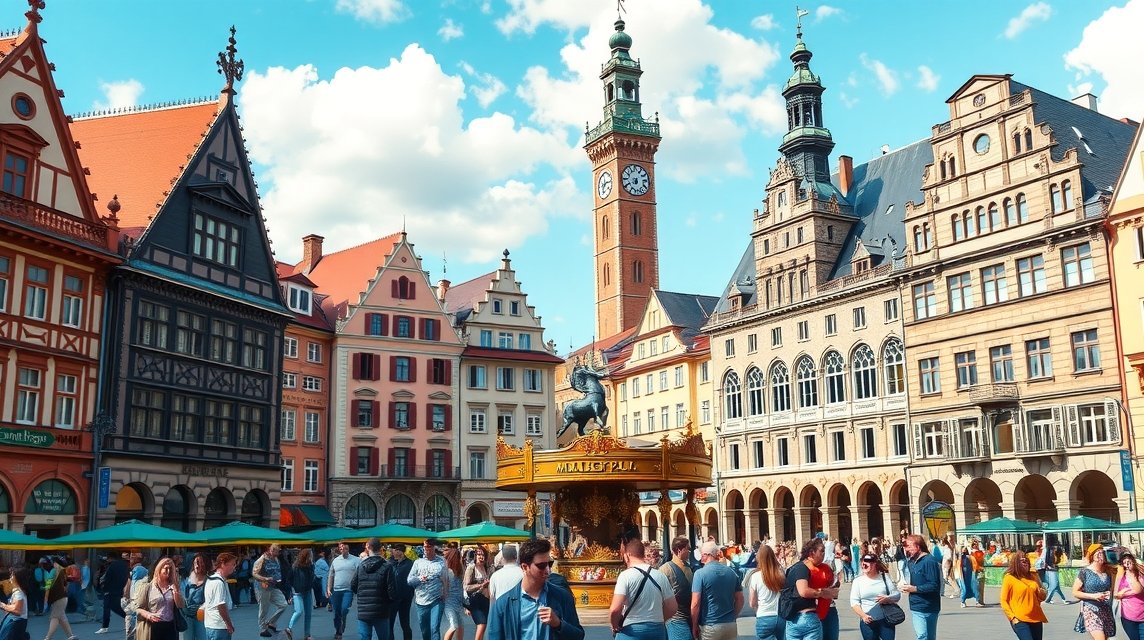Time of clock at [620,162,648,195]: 6:40
